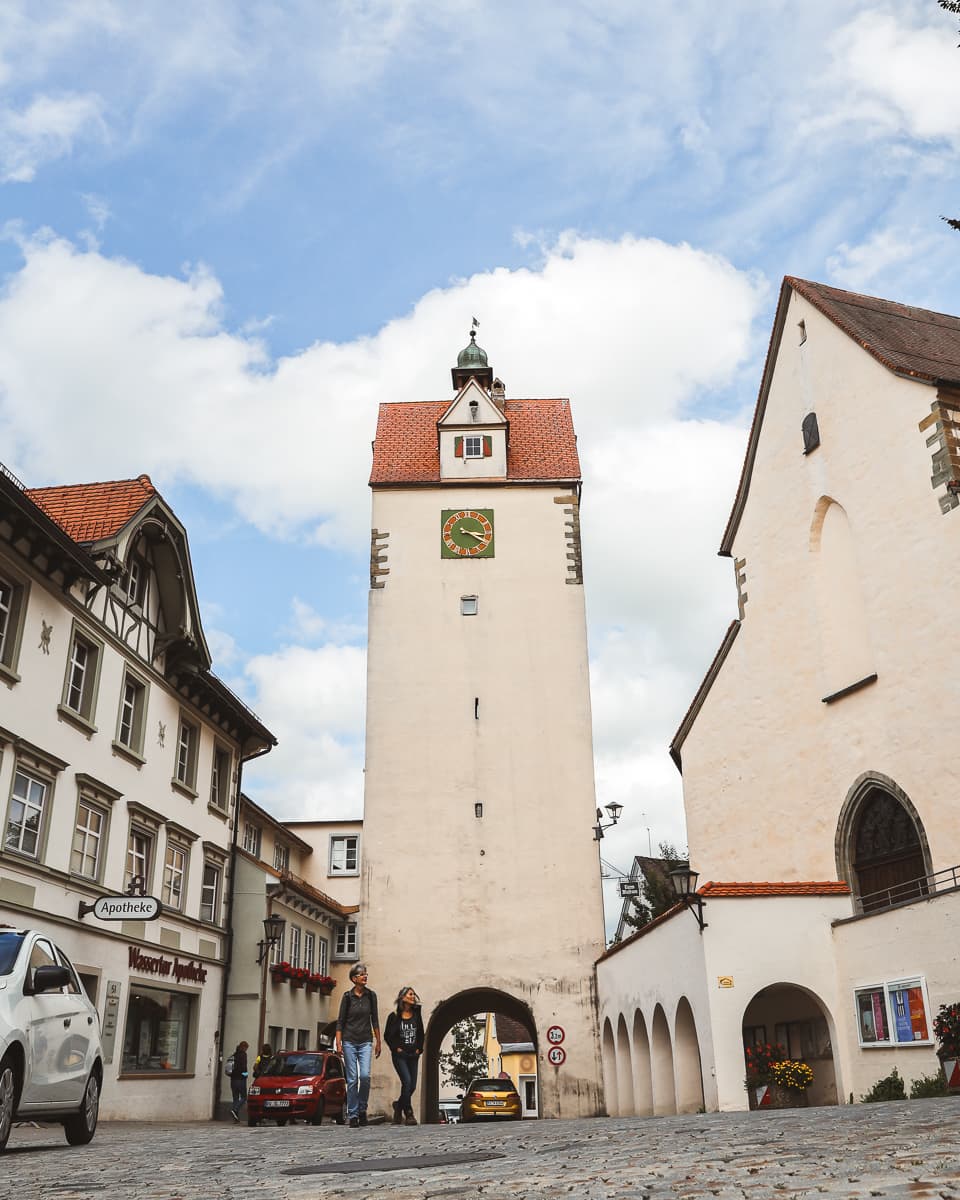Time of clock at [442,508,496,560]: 3:20
